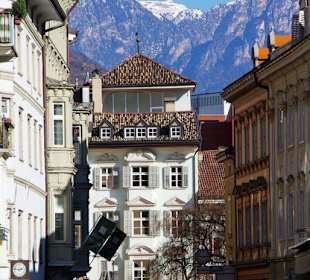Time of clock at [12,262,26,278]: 2:46
